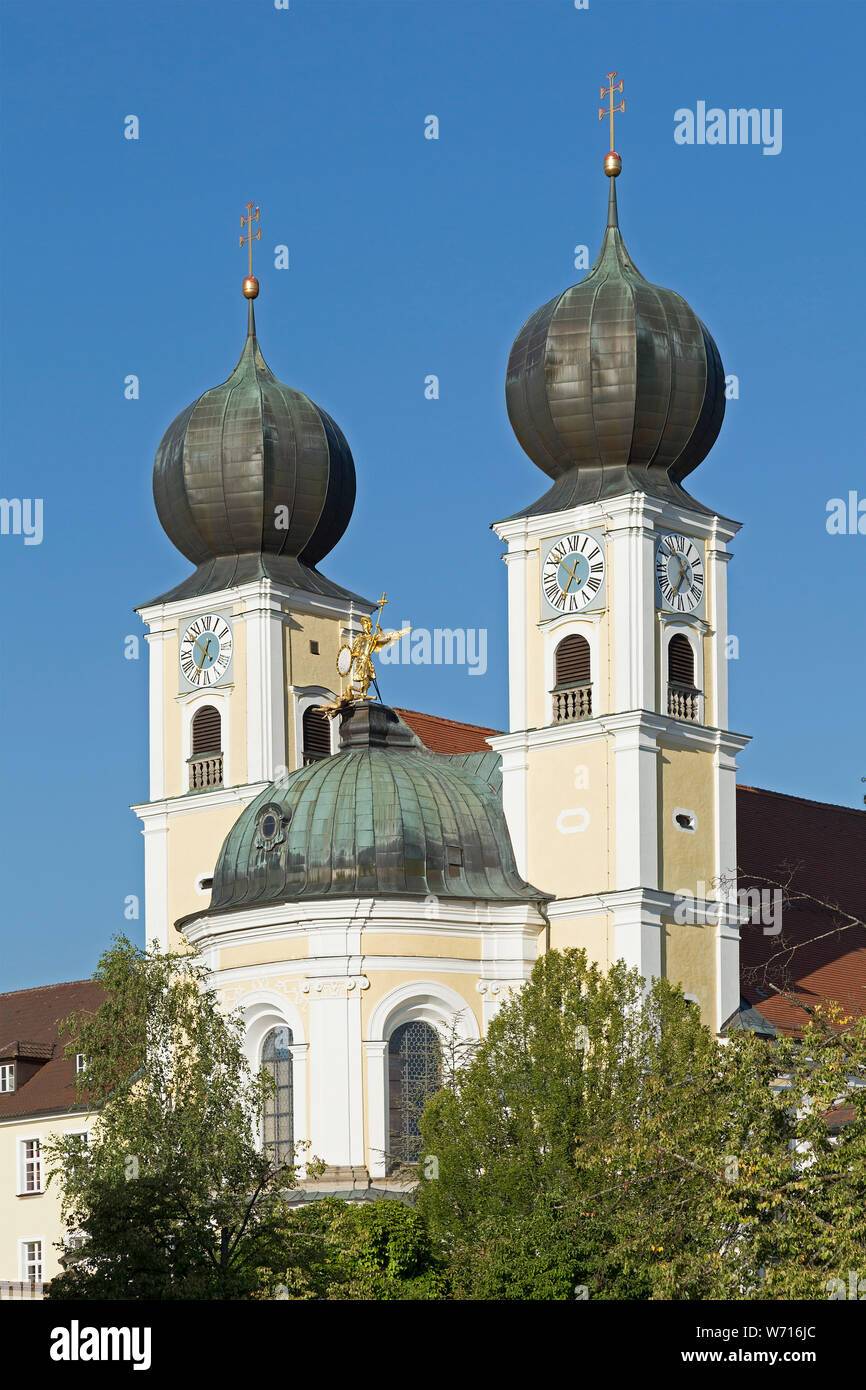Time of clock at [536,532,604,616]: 12:34
